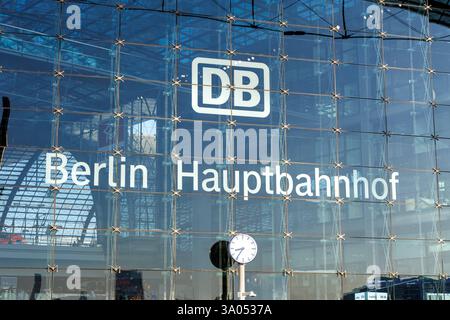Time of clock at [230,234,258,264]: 8:36
